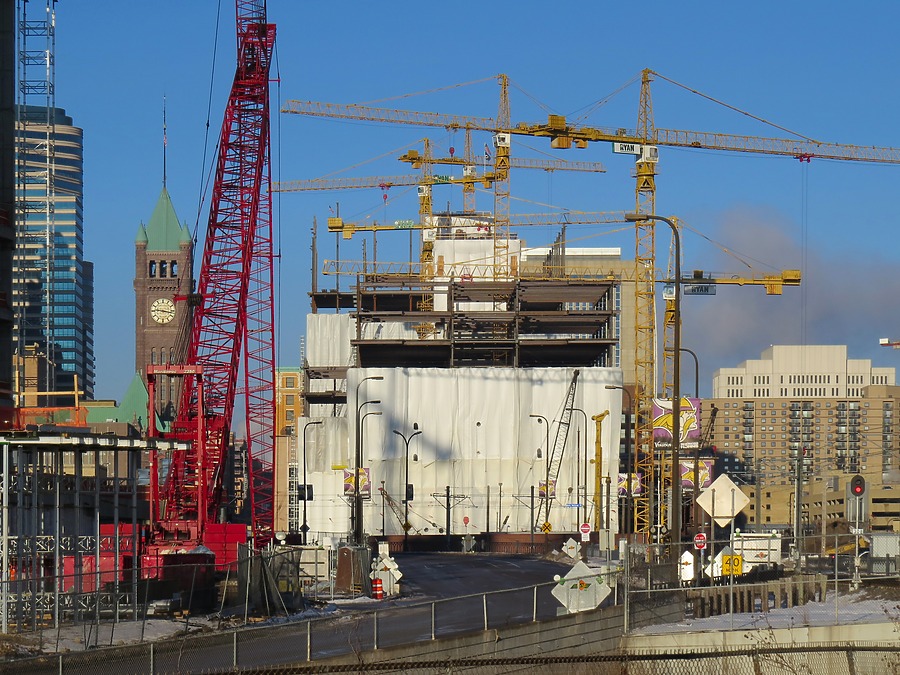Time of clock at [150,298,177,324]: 9:16
